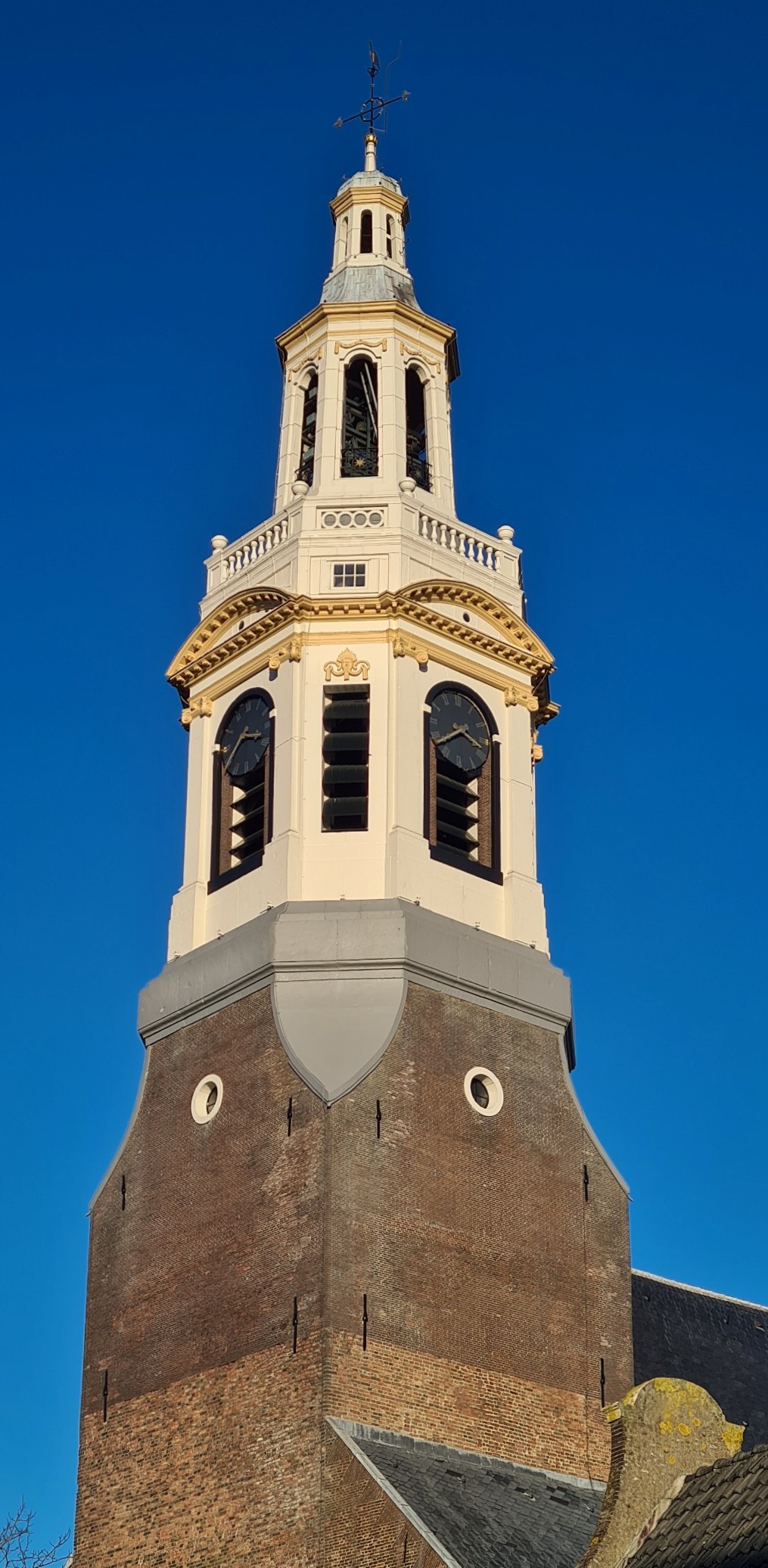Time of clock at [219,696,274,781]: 3:39
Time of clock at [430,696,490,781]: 3:38
